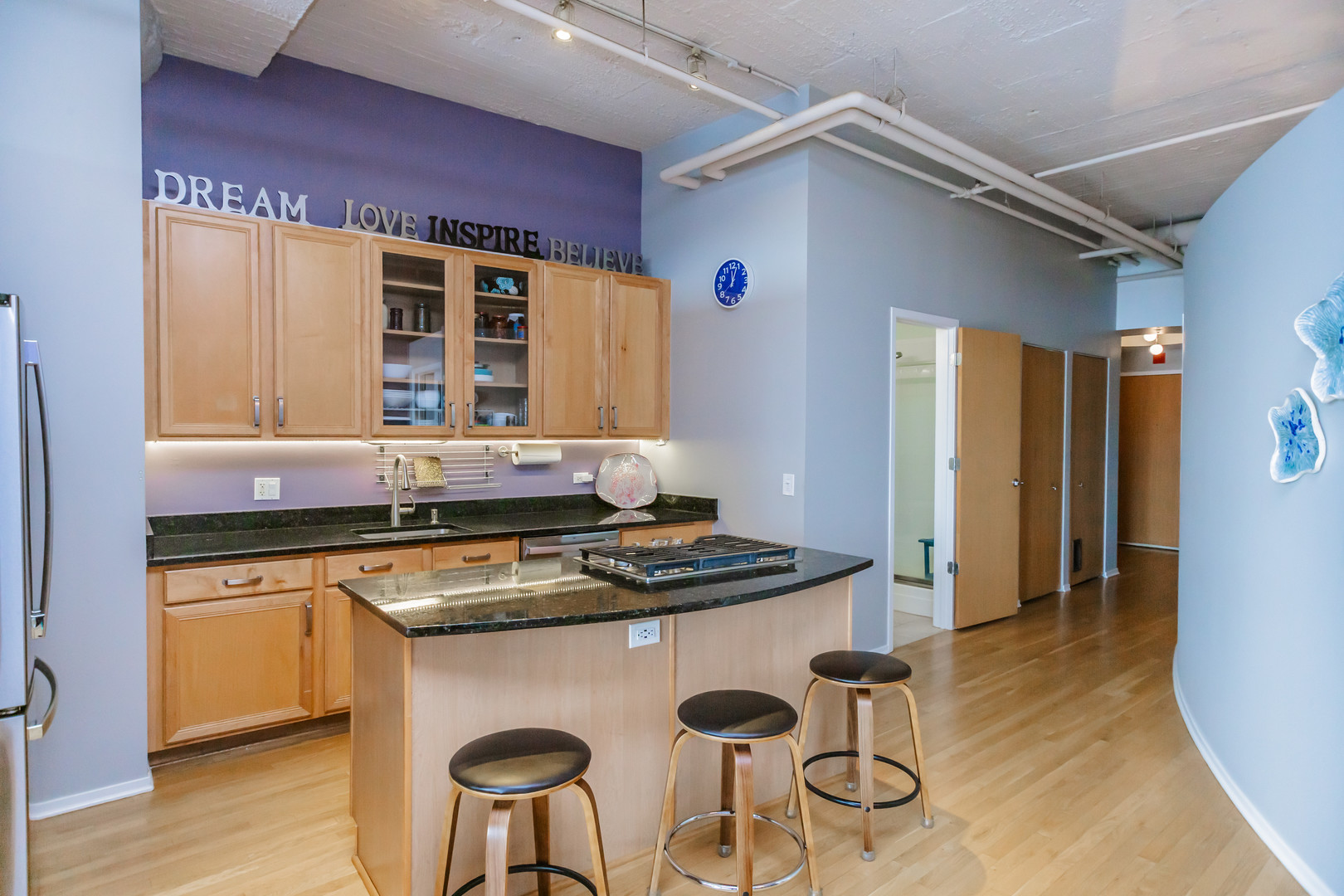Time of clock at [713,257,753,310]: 12:04
